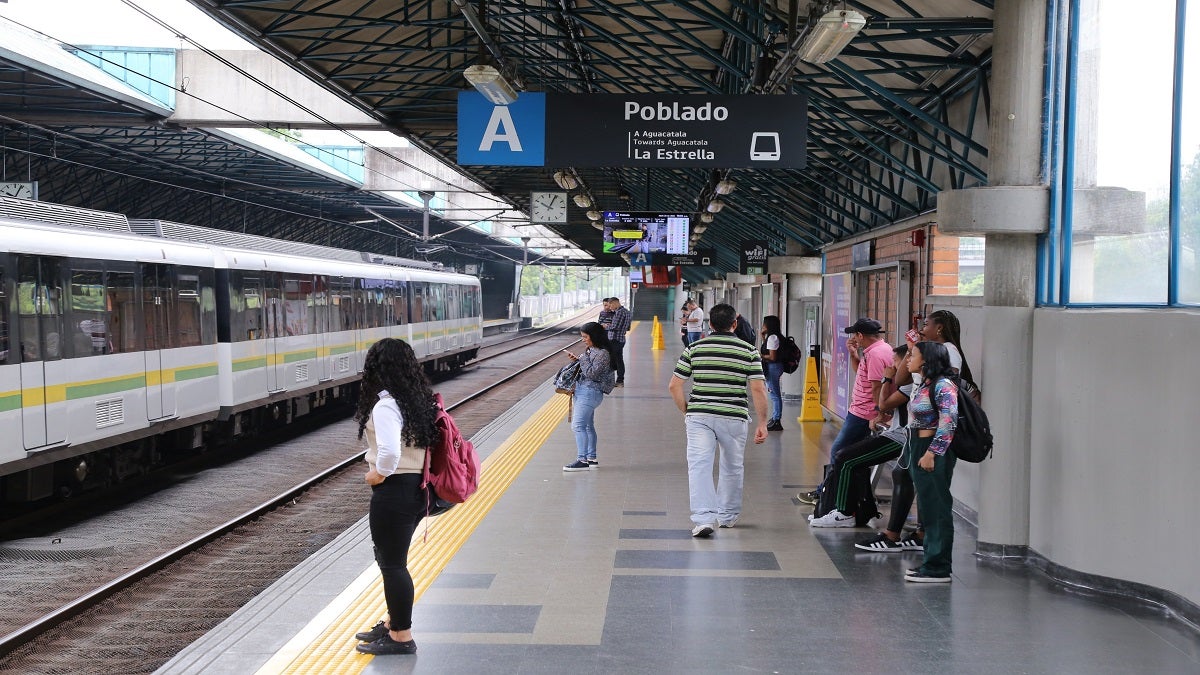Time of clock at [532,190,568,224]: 10:03
